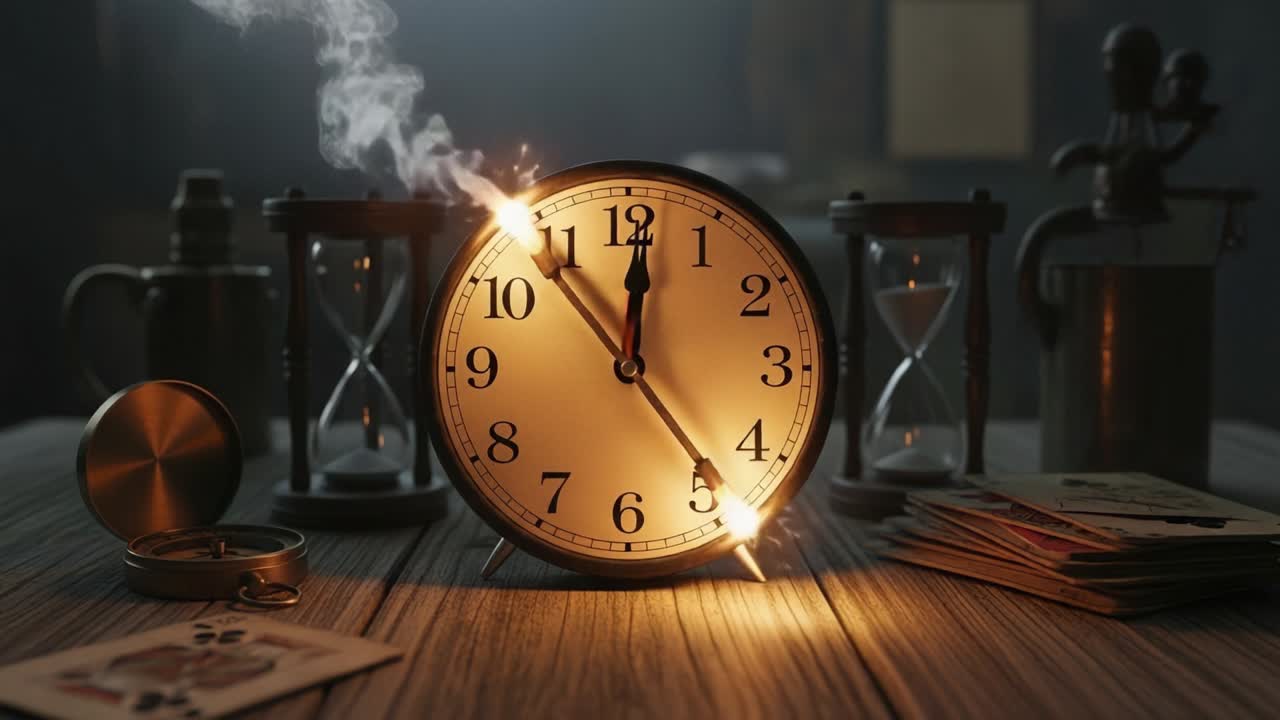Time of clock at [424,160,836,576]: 12:00
